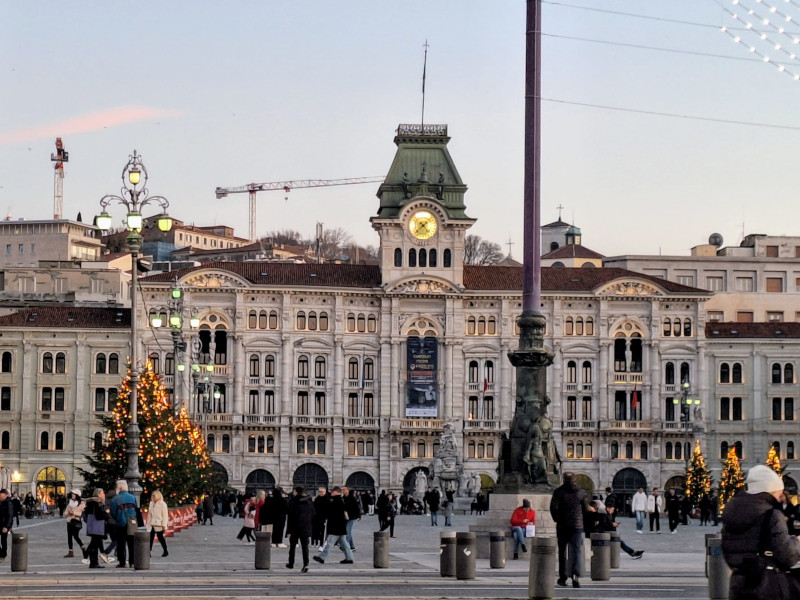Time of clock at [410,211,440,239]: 4:37
